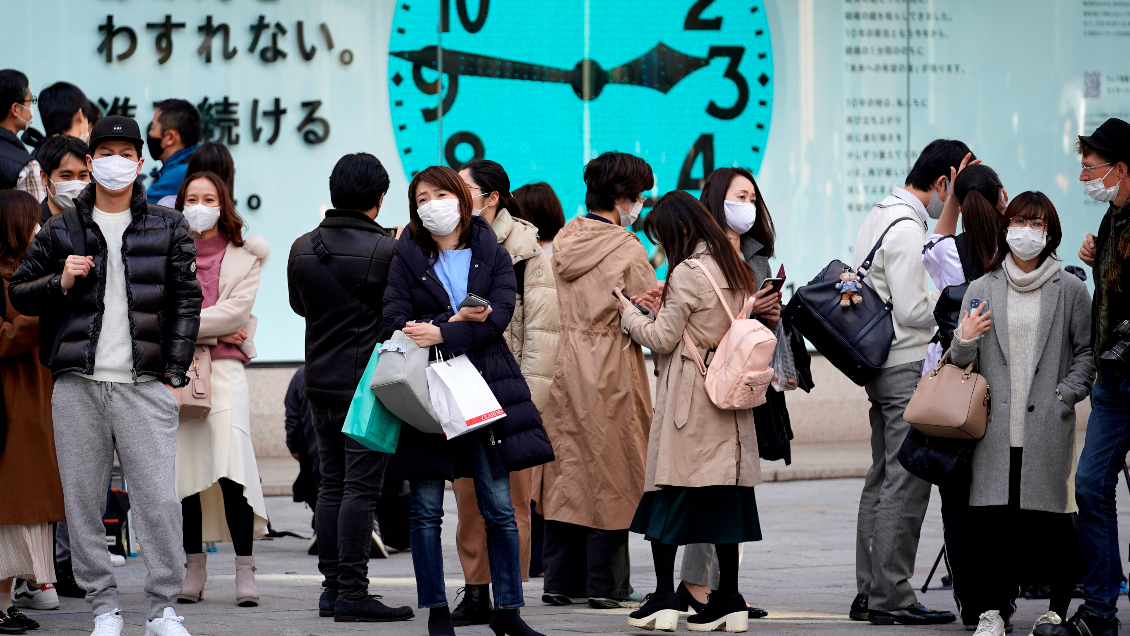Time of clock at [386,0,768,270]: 2:46
